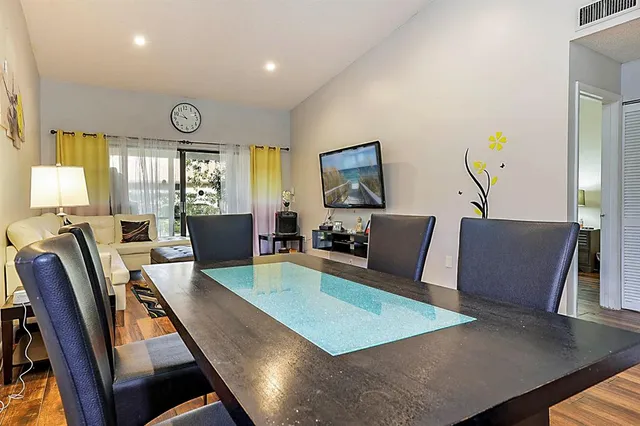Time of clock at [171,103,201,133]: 10:48
